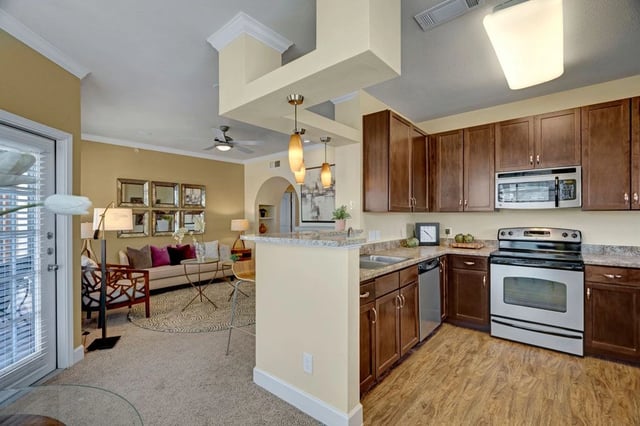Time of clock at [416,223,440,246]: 10:22
